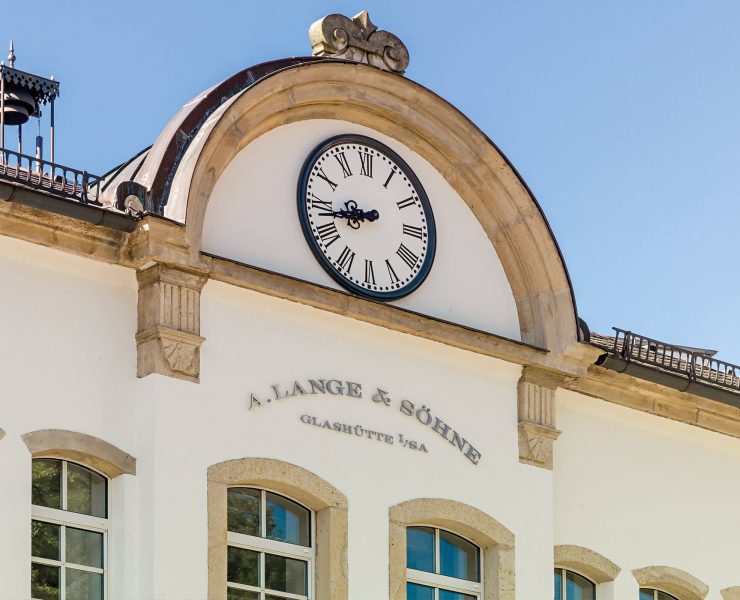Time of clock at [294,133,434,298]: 8:43
